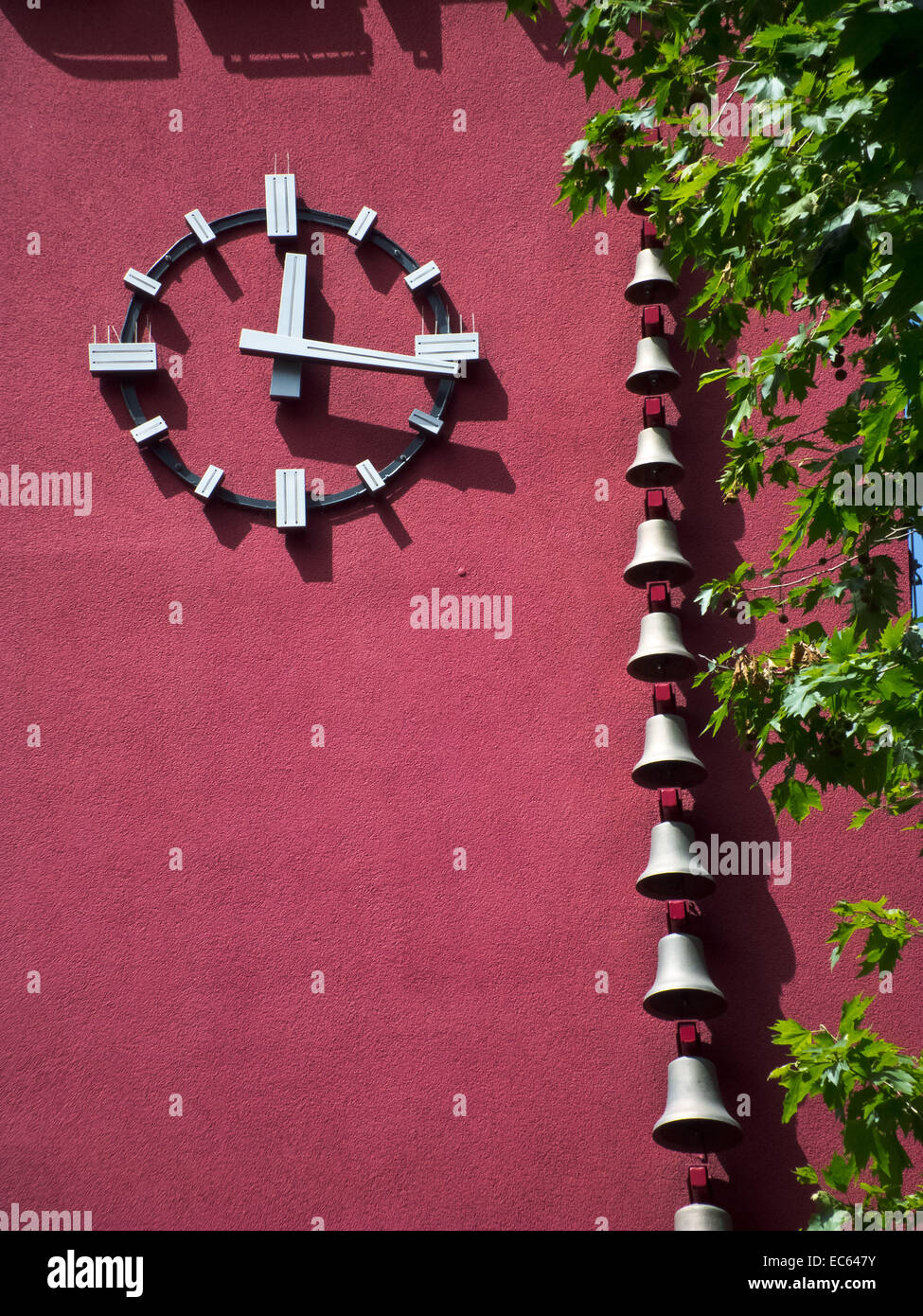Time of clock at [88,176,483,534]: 12:16
